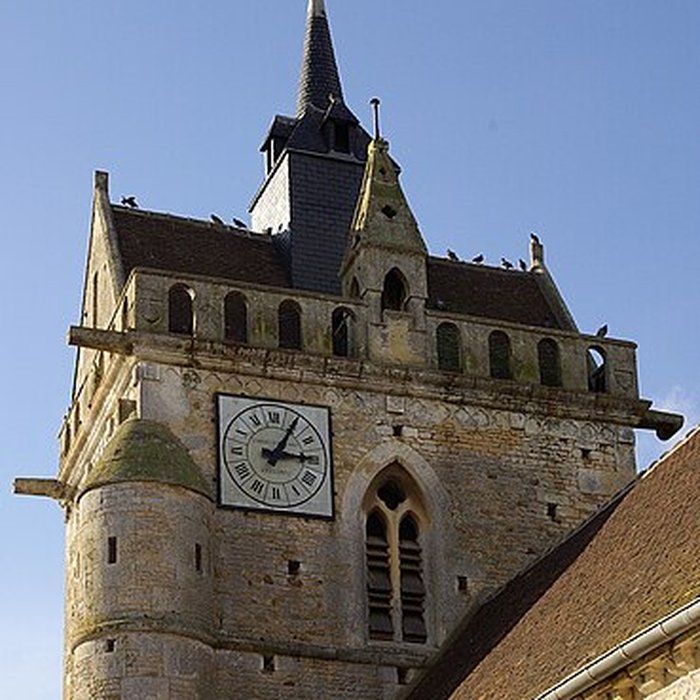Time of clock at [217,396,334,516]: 3:05
